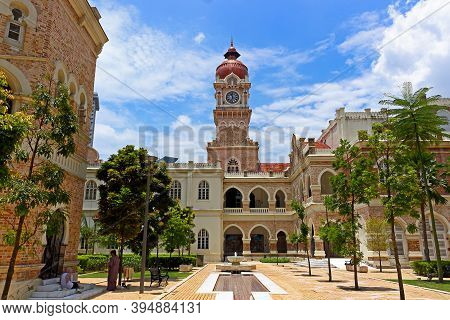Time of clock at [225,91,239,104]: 11:33
